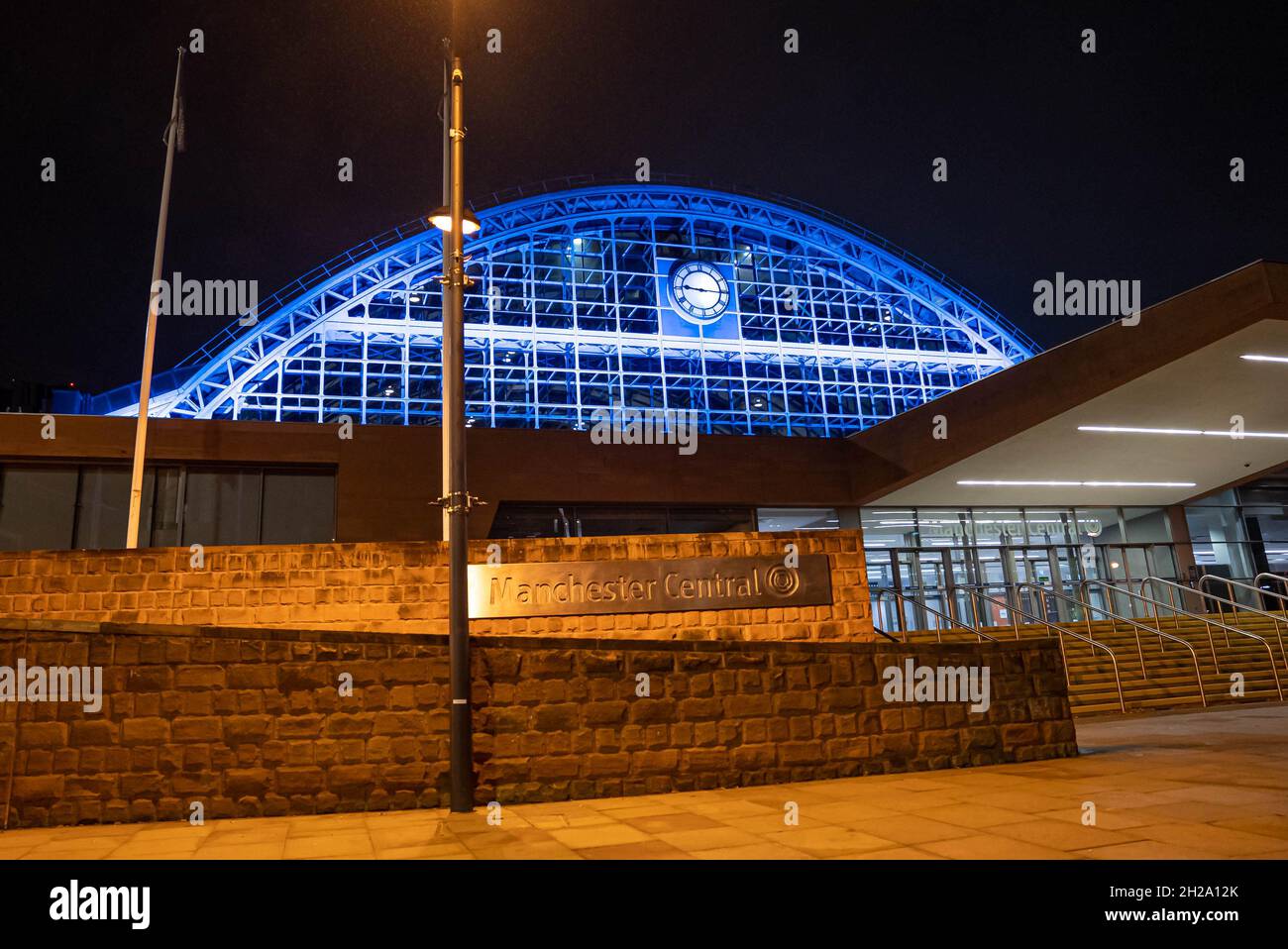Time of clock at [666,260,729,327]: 9:15
